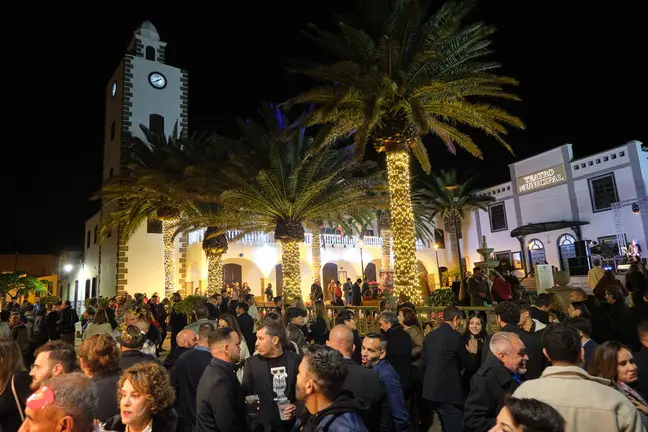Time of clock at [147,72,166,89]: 8:09
